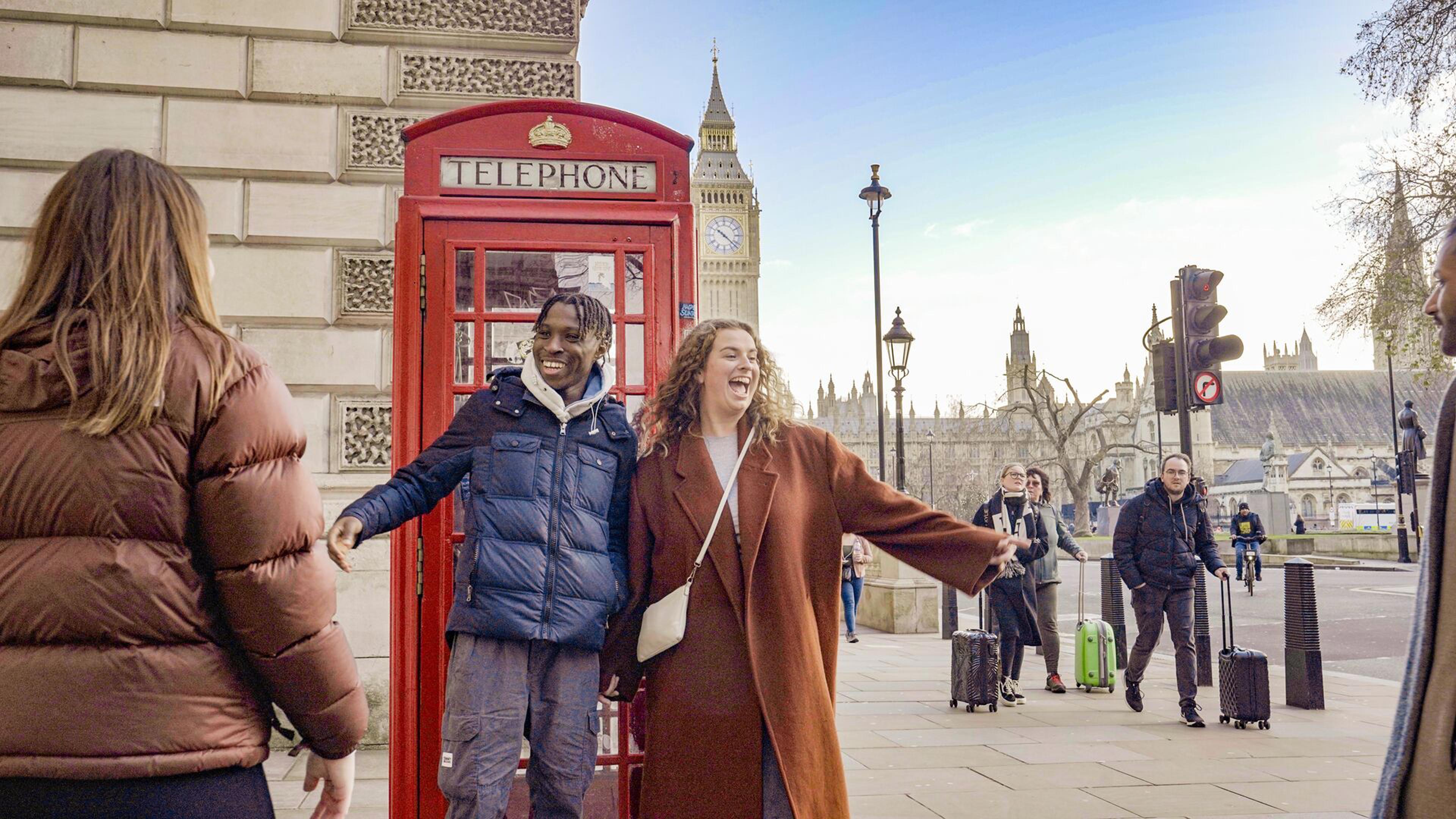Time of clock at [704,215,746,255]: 10:21
